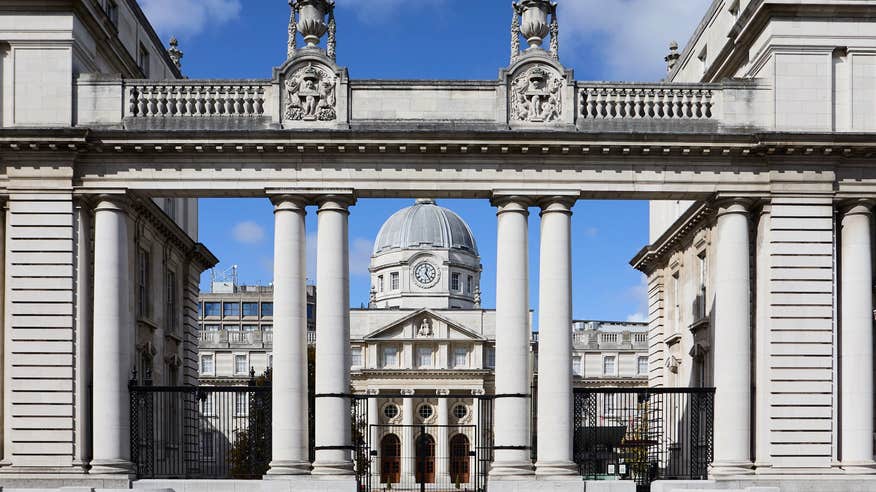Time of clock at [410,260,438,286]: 12:23
